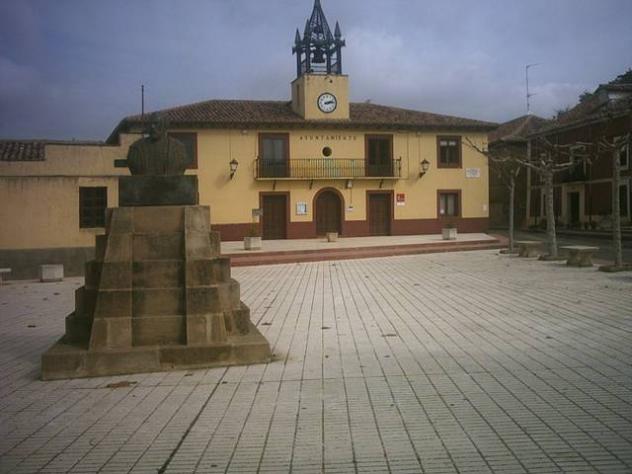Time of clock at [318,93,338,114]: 2:13
